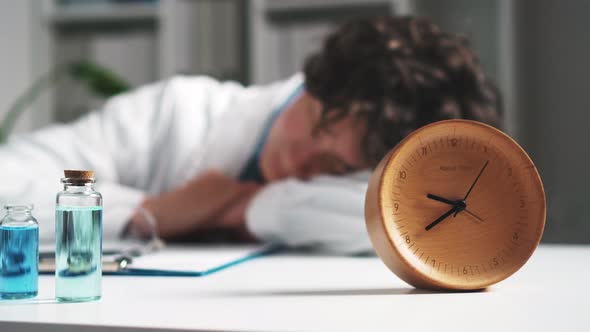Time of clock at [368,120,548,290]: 9:39
